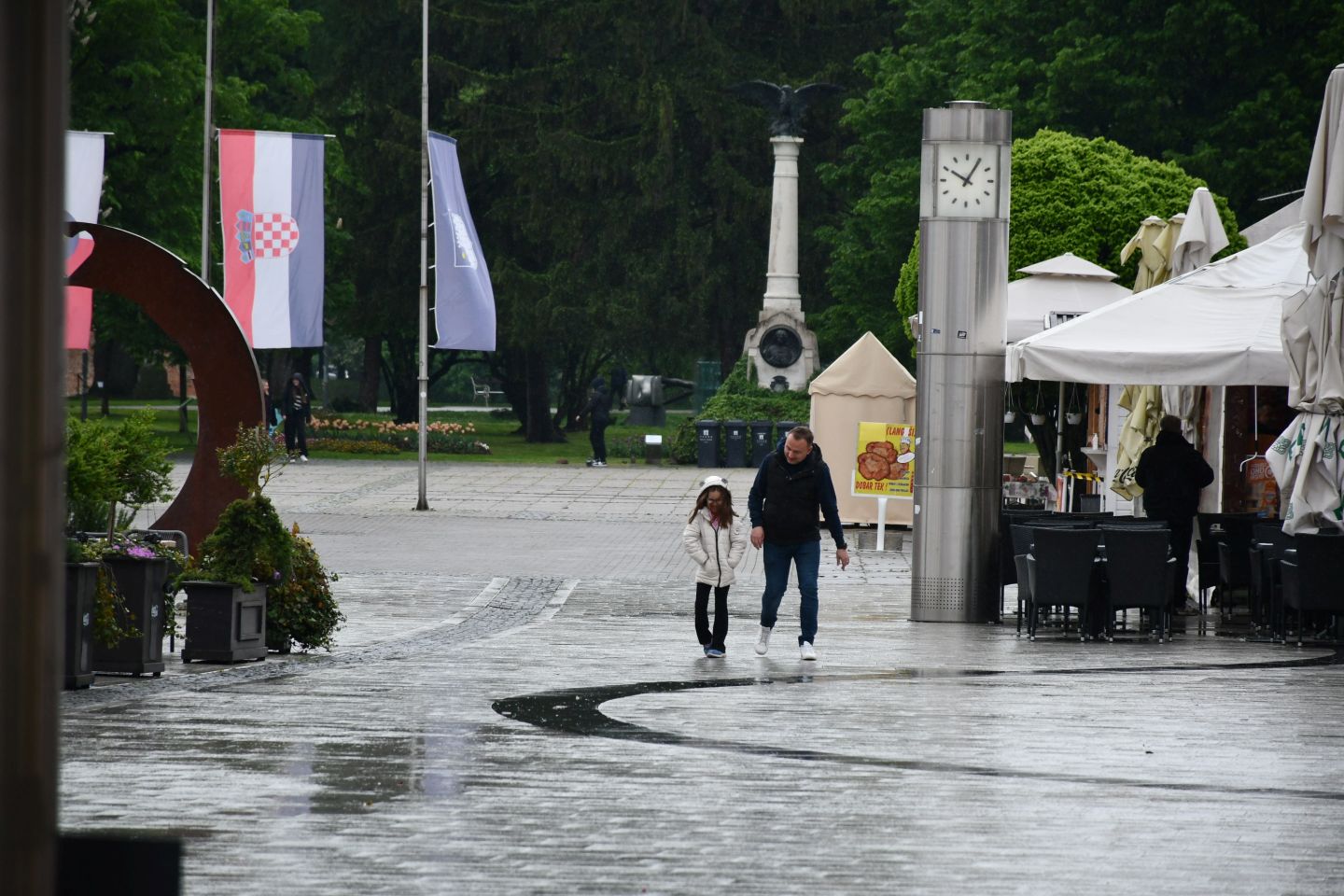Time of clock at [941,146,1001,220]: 10:05
